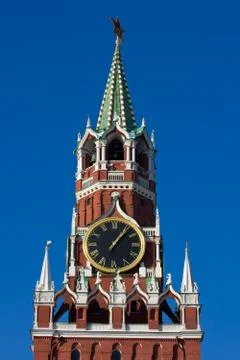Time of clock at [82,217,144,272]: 1:06
